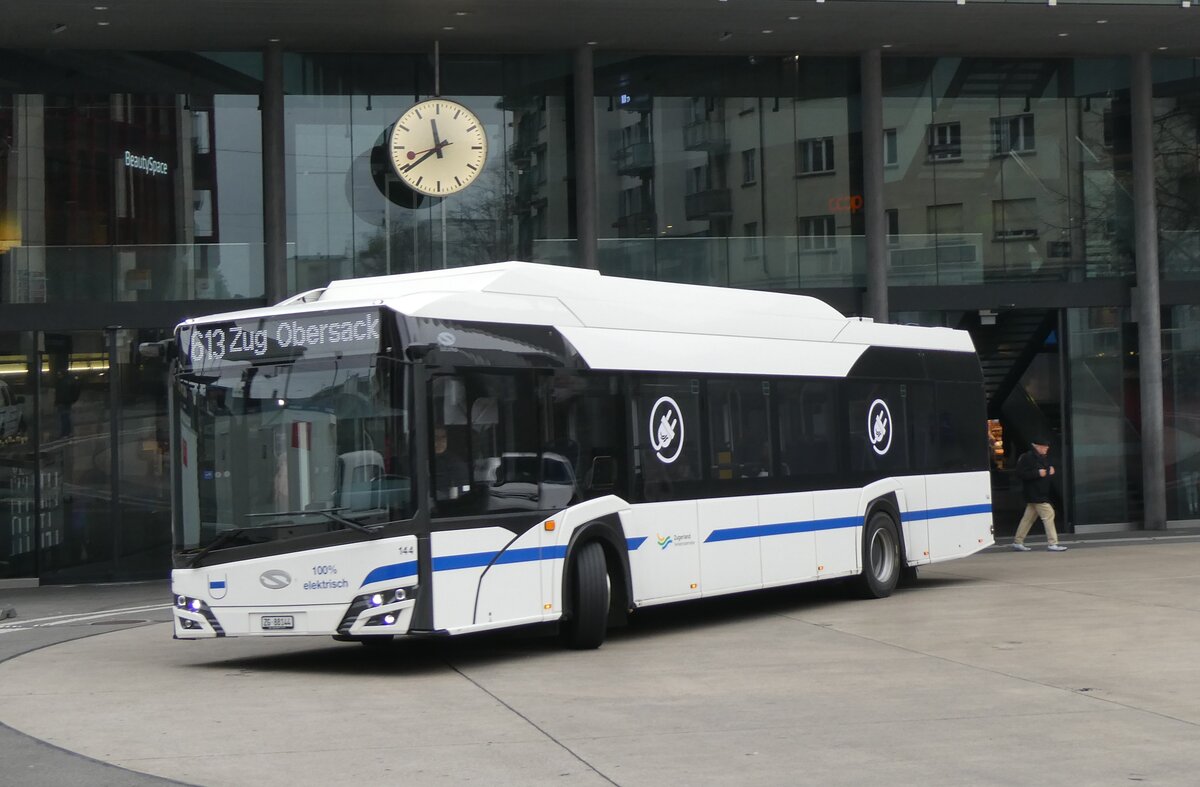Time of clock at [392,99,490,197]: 11:39
